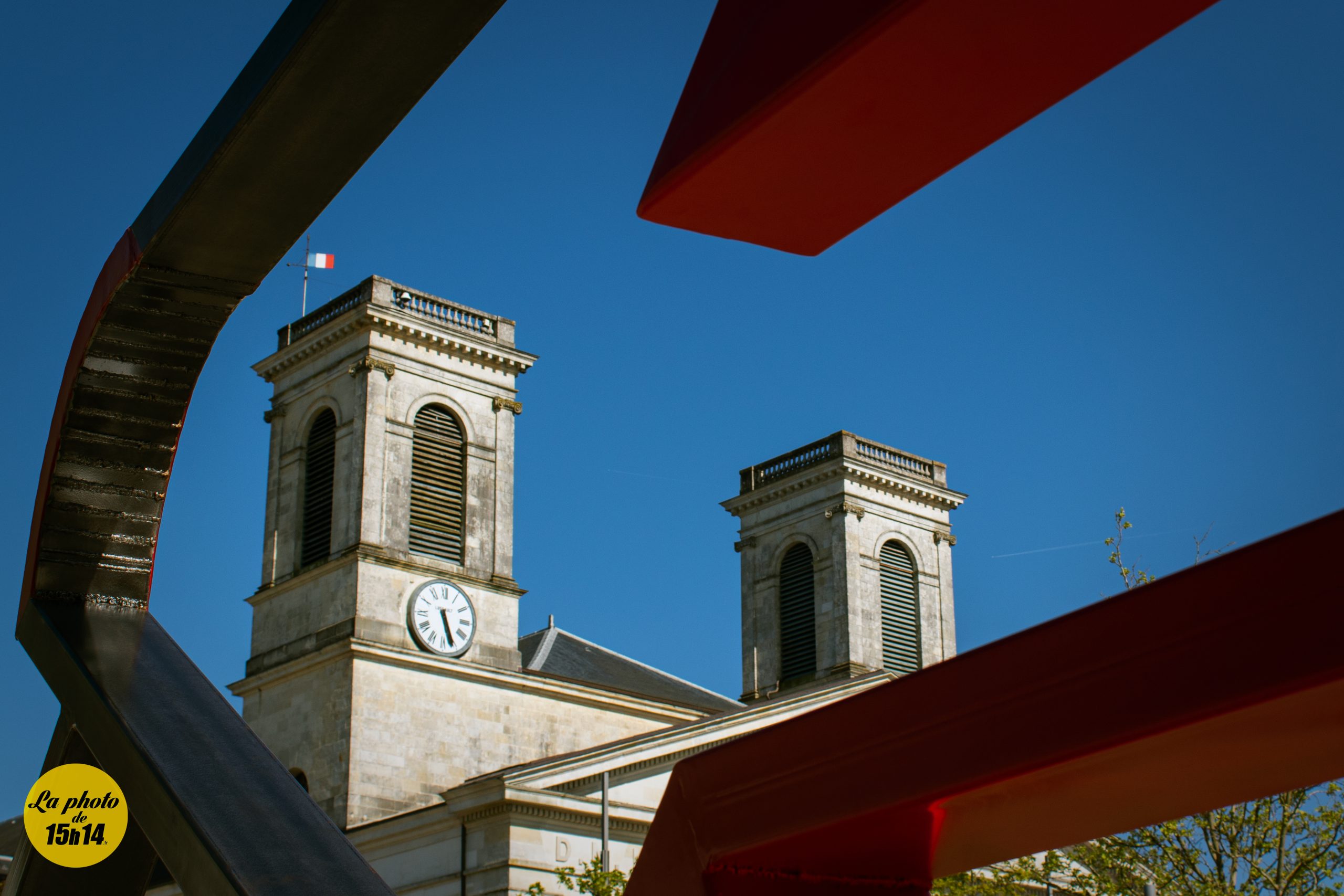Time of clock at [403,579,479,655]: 5:26
